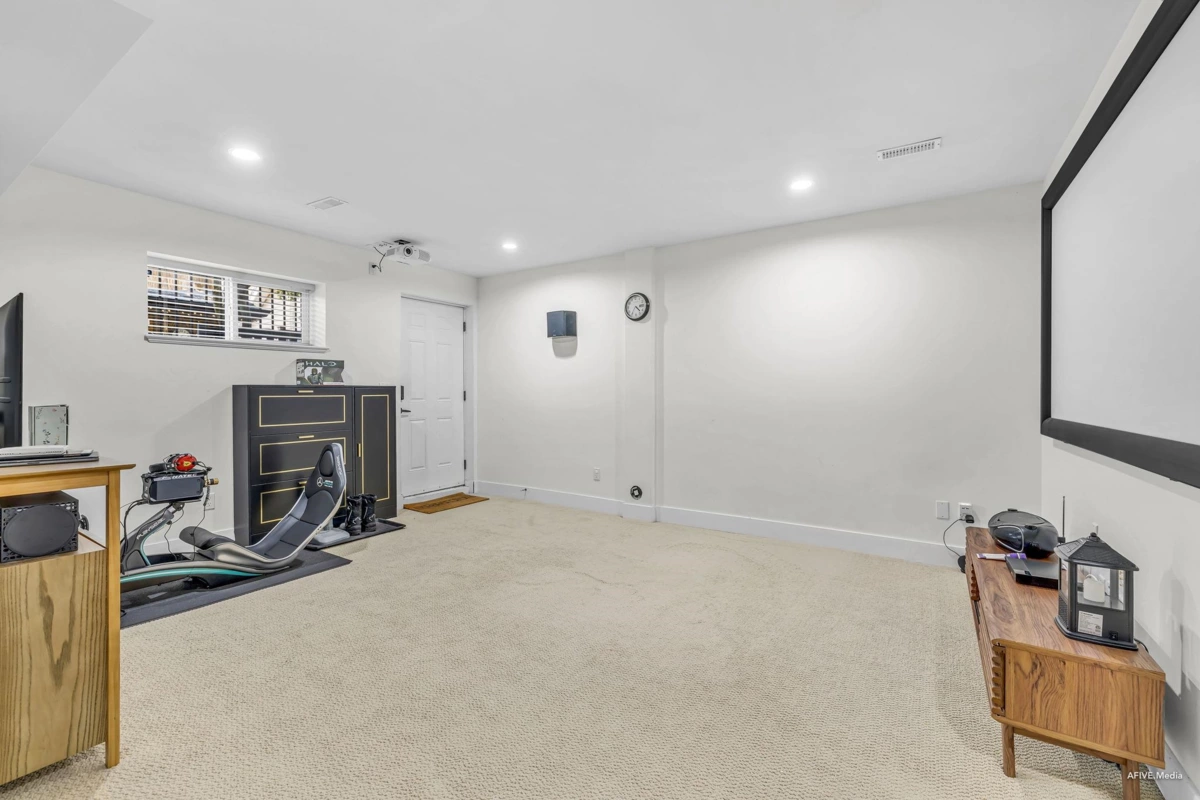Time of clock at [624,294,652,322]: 4:35
